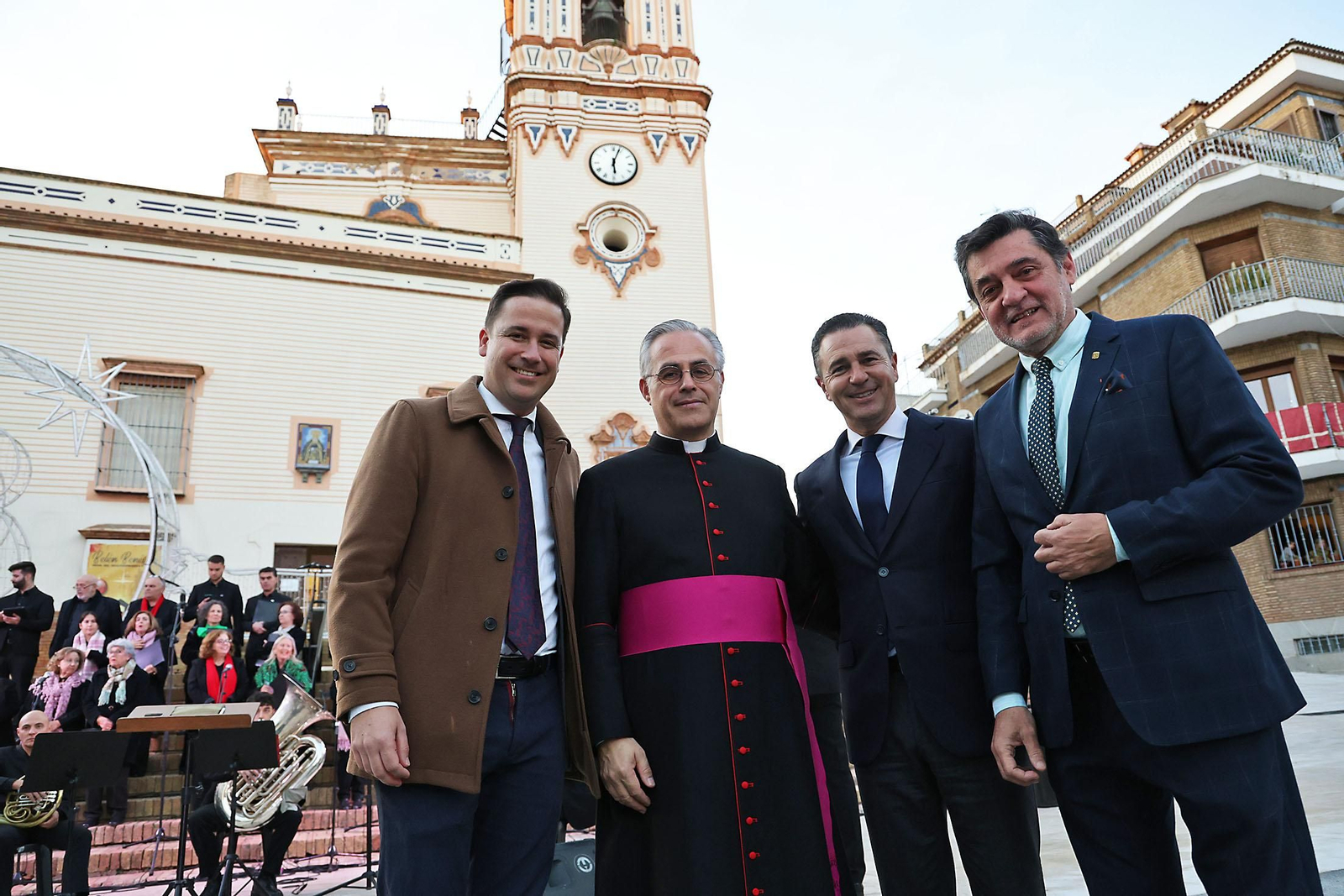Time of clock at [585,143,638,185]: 6:03
